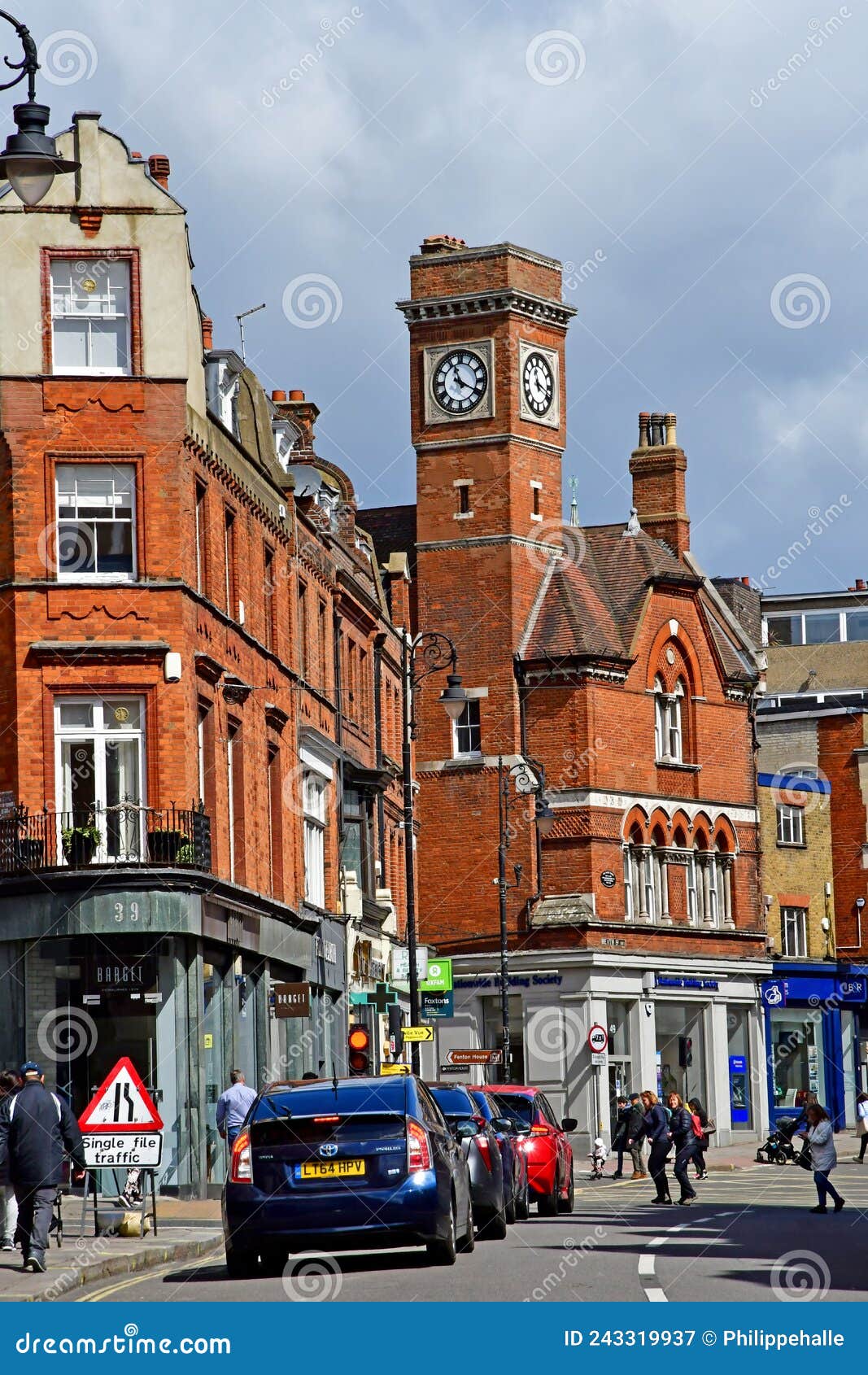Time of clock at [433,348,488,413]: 11:19
